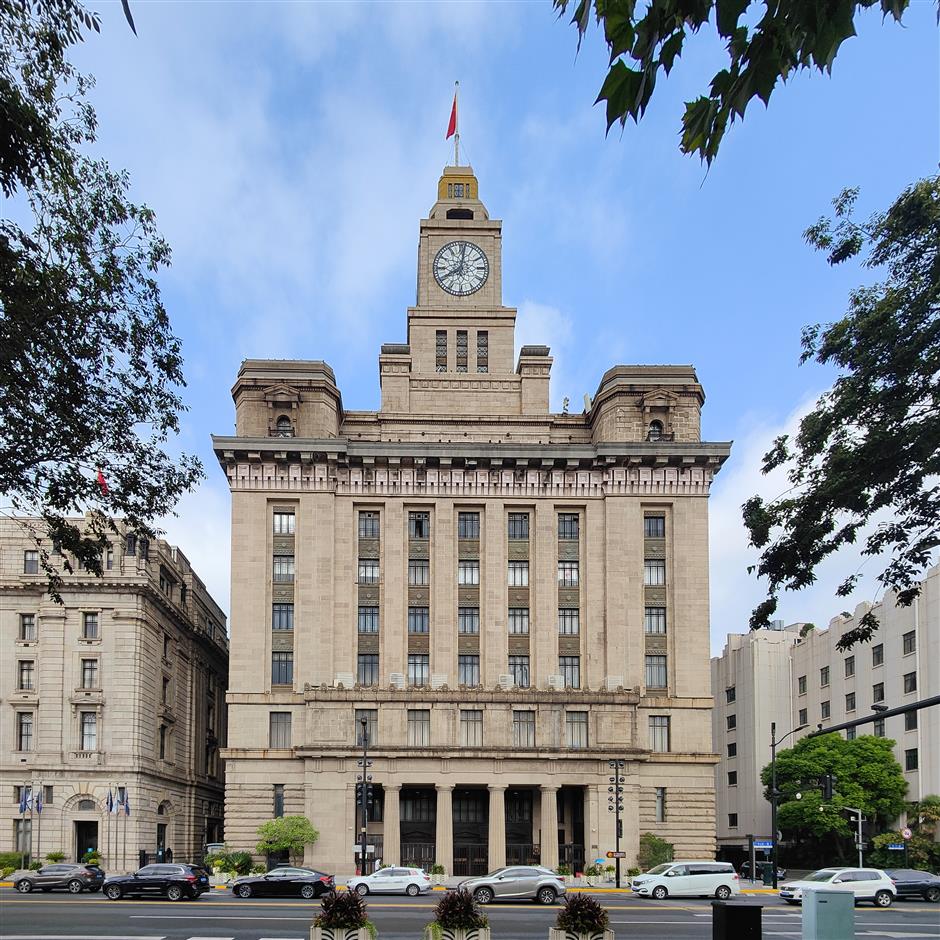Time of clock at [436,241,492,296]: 8:01
